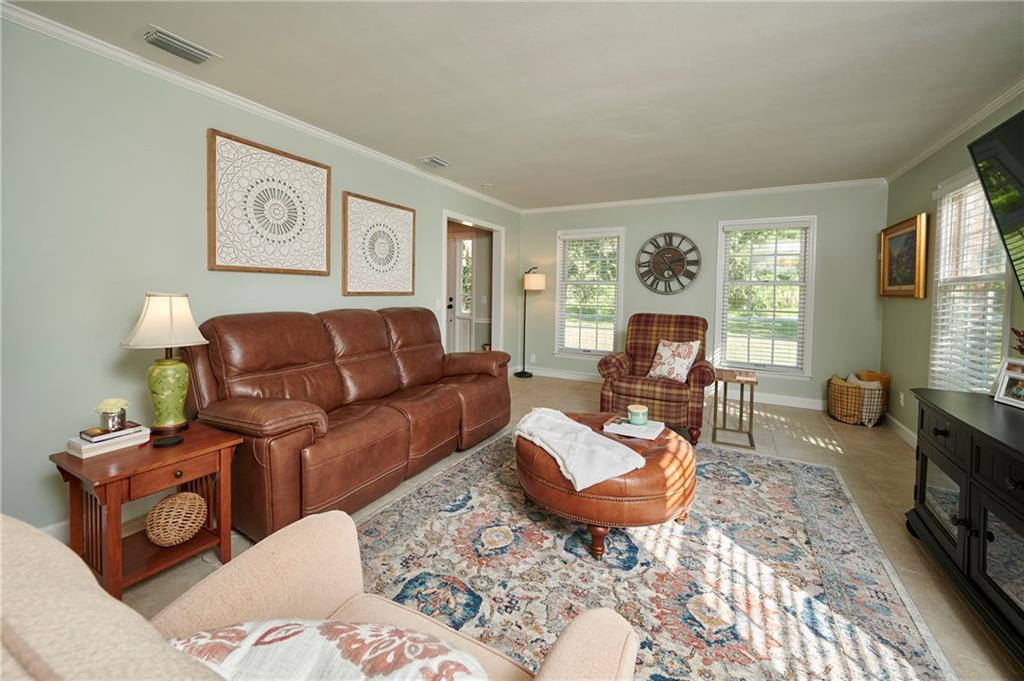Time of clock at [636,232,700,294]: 2:24
